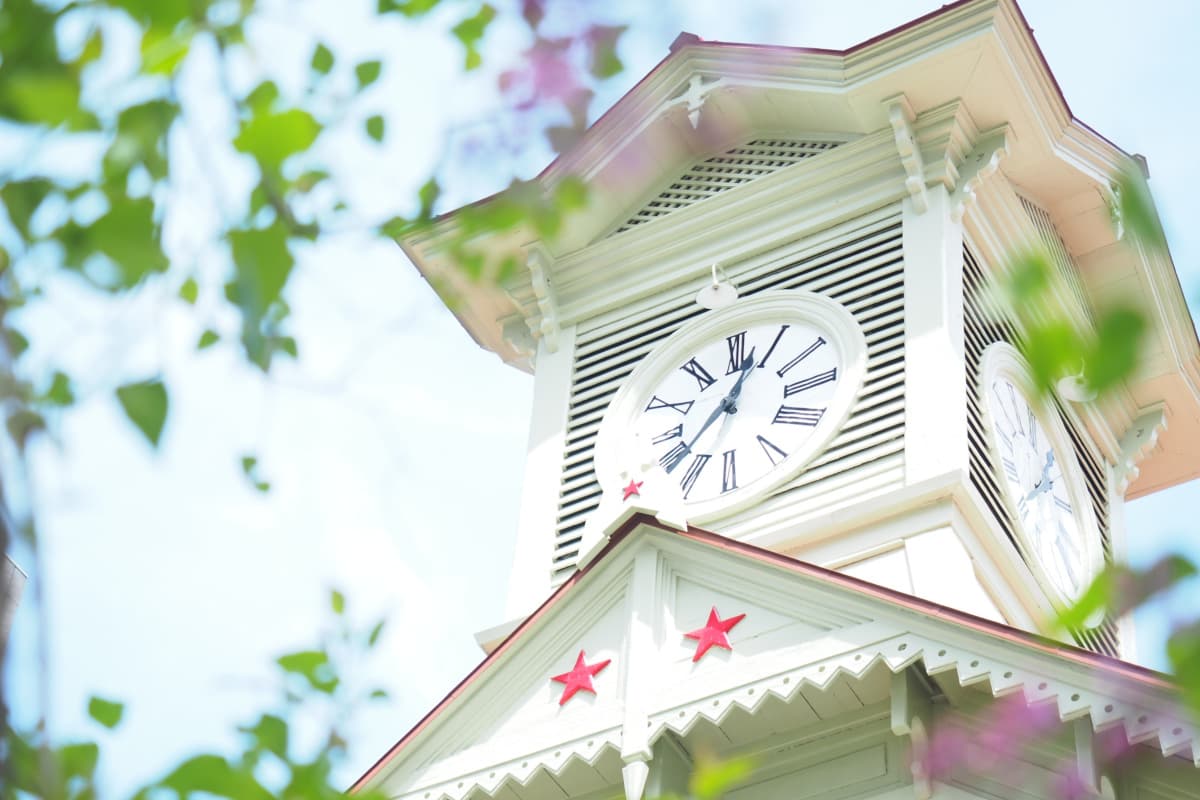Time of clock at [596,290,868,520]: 12:37
